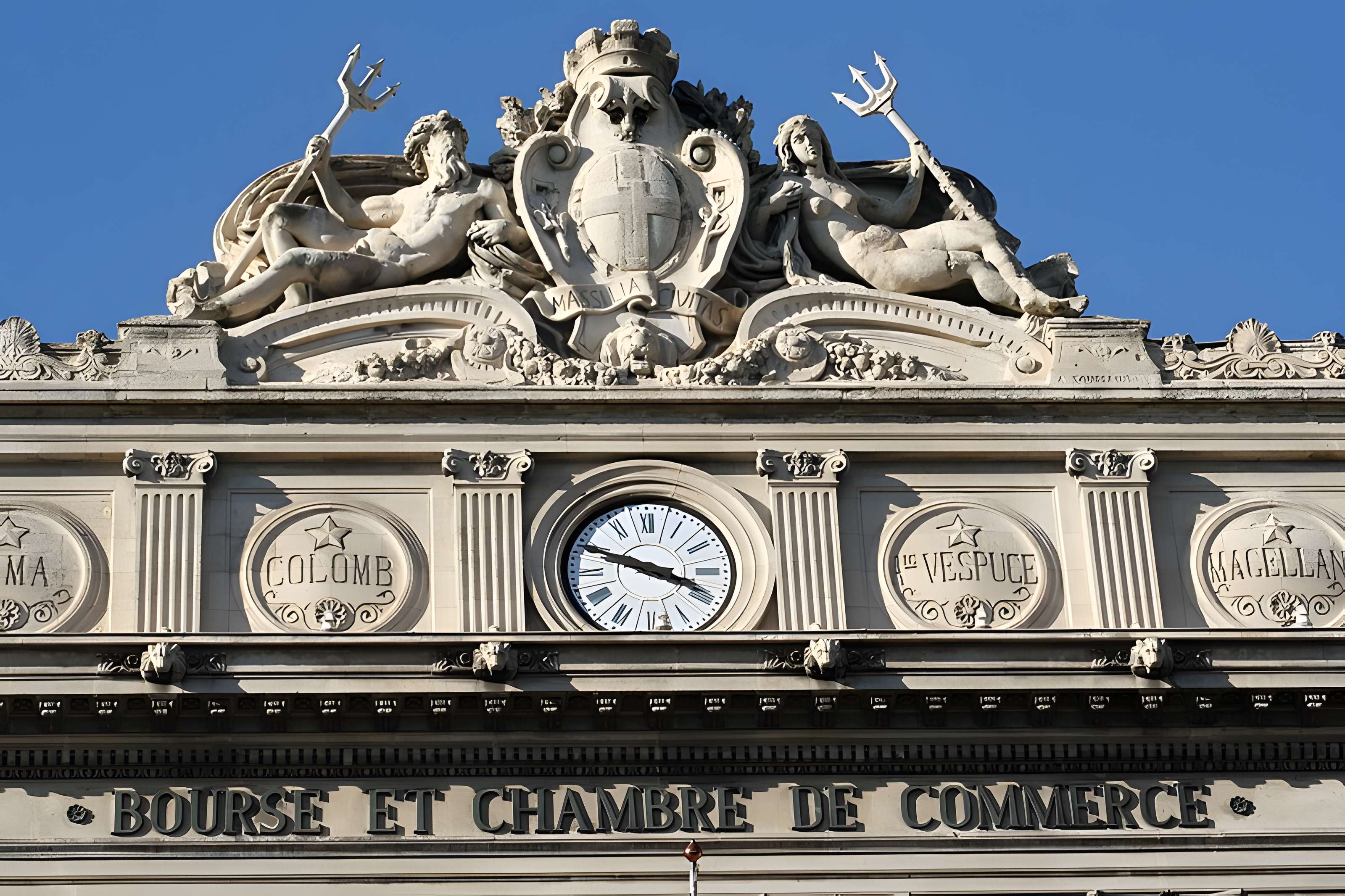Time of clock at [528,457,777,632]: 3:48
